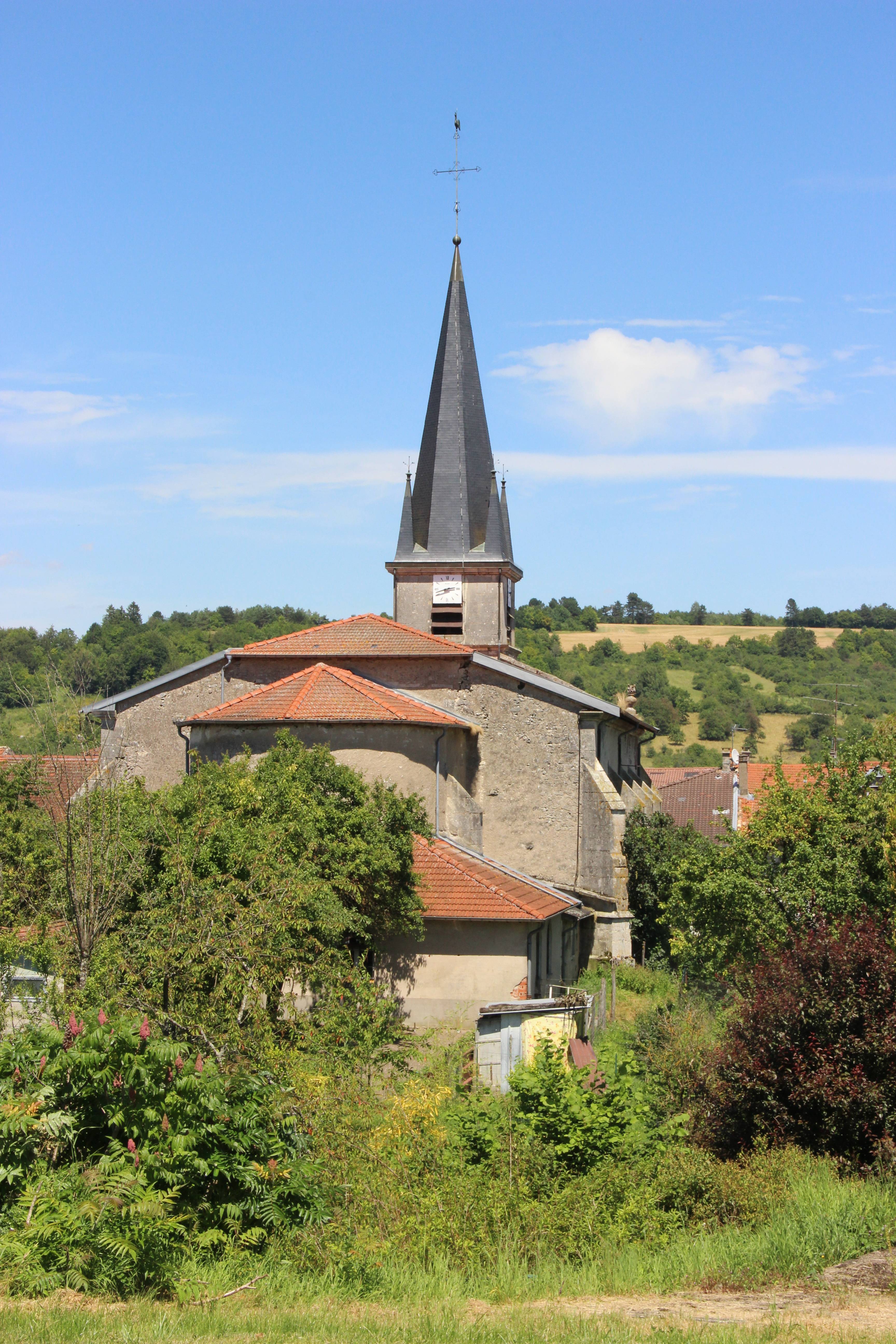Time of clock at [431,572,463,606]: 2:42
